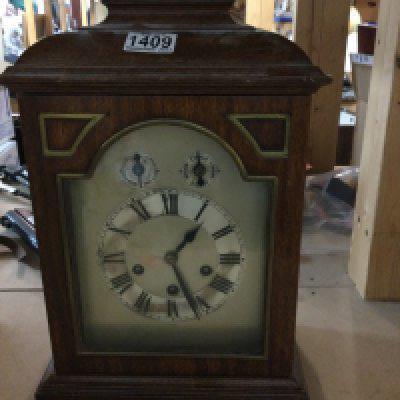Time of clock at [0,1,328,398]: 1:26
